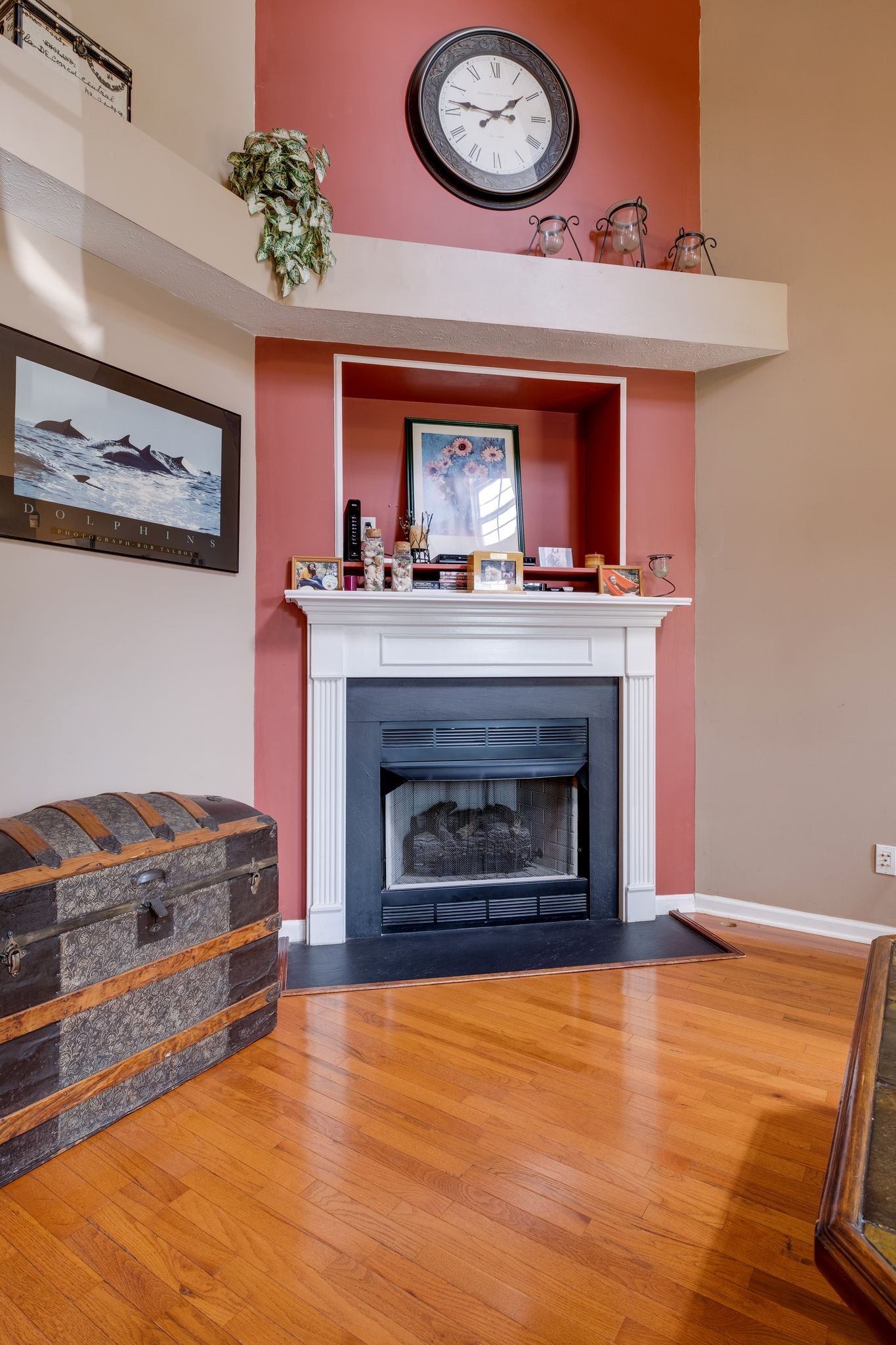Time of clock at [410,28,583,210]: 1:46
